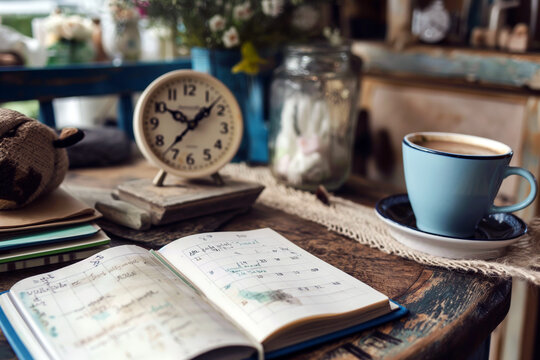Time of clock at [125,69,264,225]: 10:07
